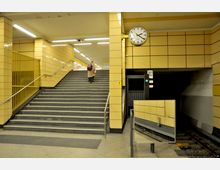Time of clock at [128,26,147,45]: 2:21
